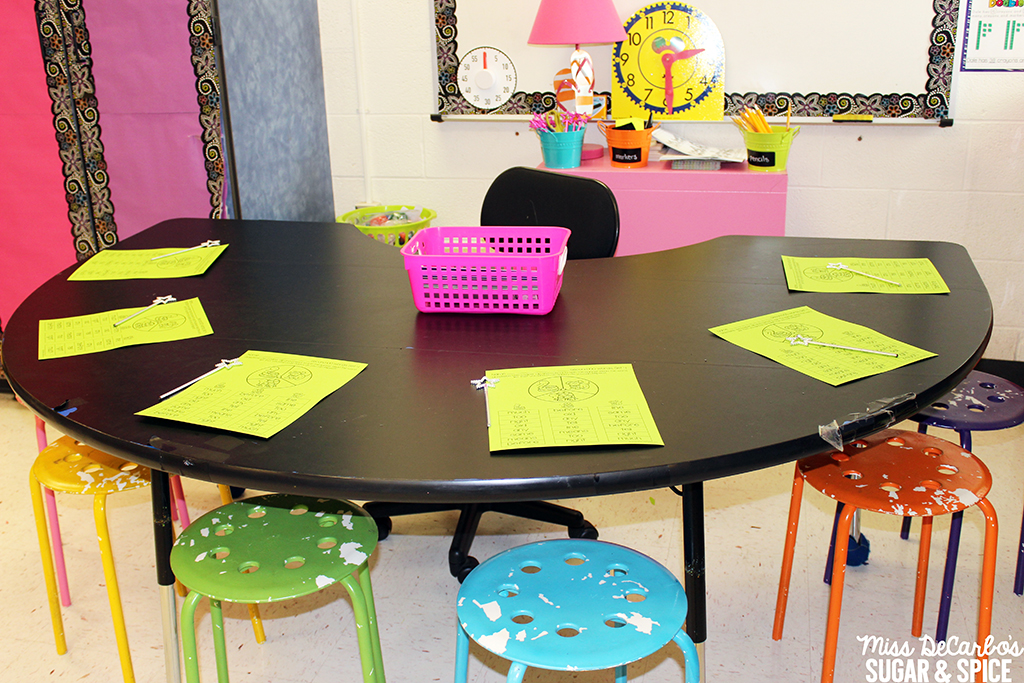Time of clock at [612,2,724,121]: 2:29
